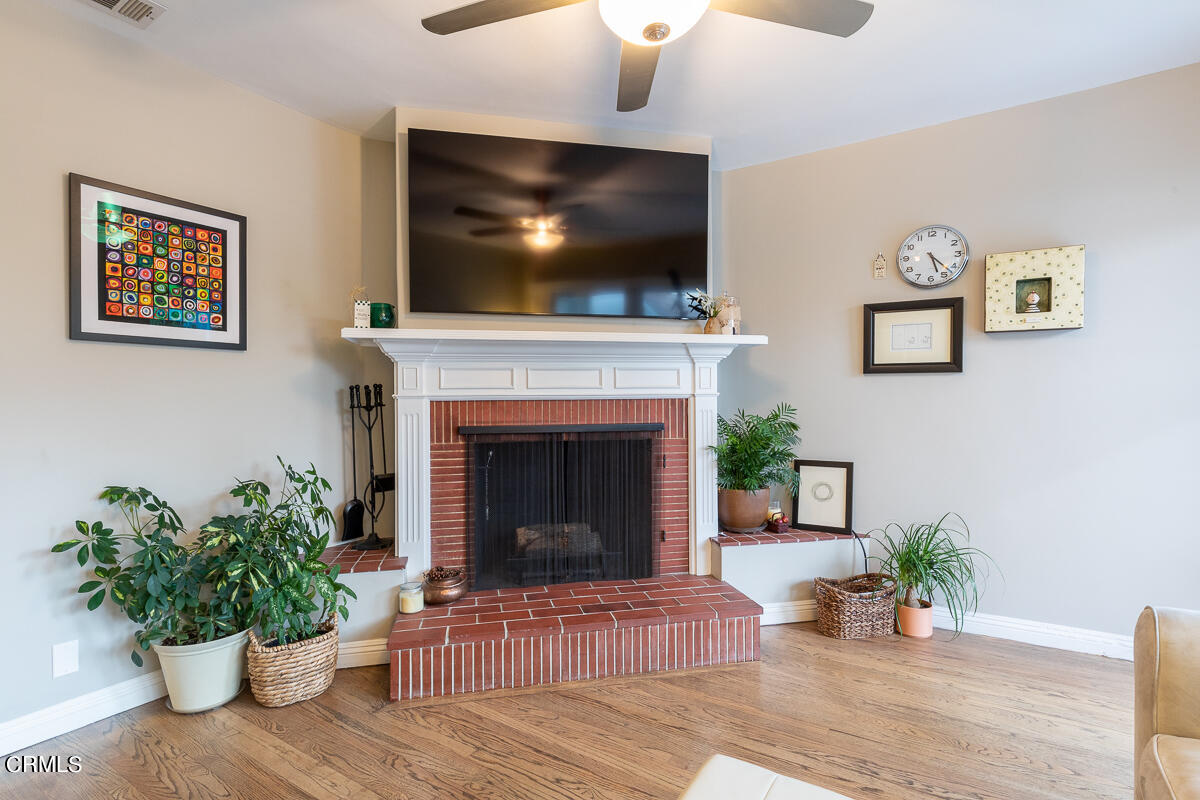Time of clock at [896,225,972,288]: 5:22
